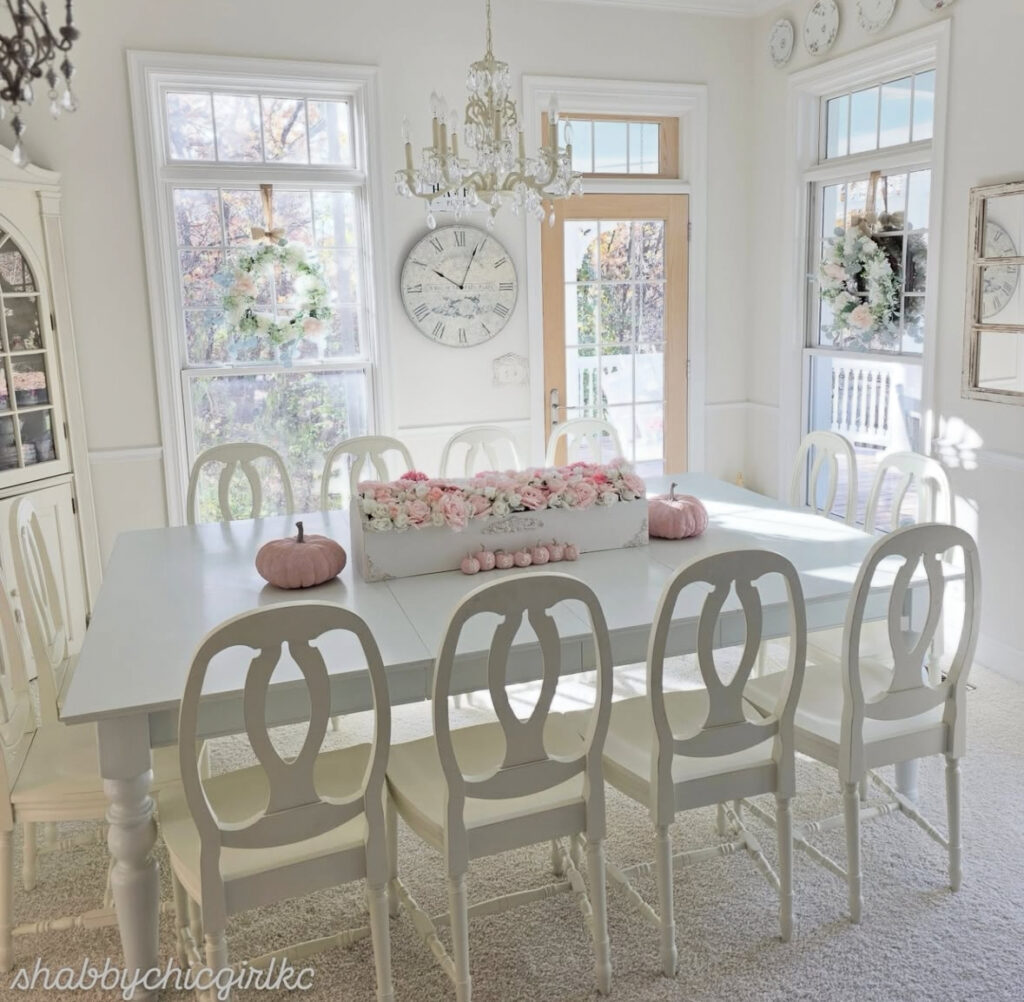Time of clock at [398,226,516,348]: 10:03
